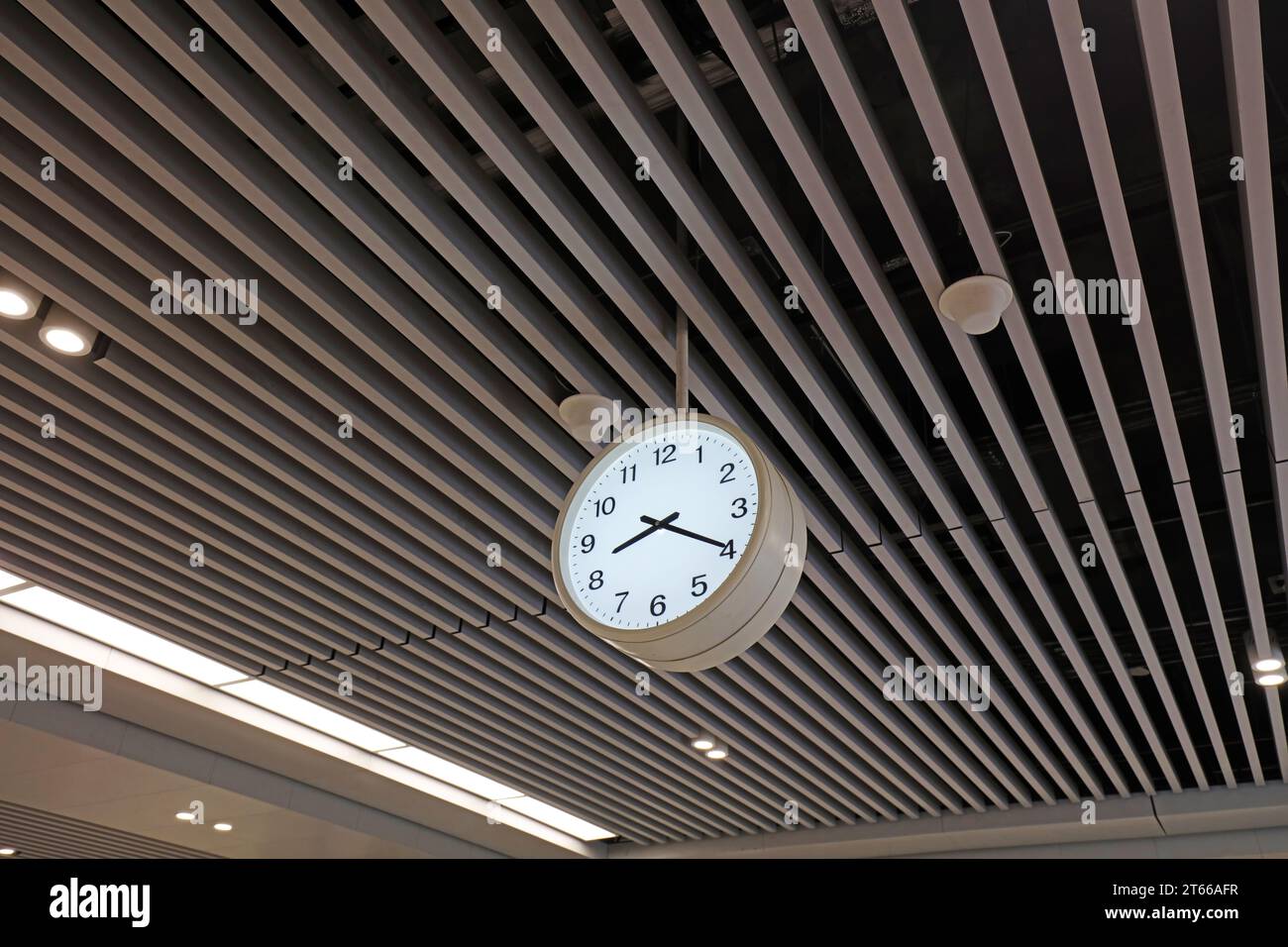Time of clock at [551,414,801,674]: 8:19
